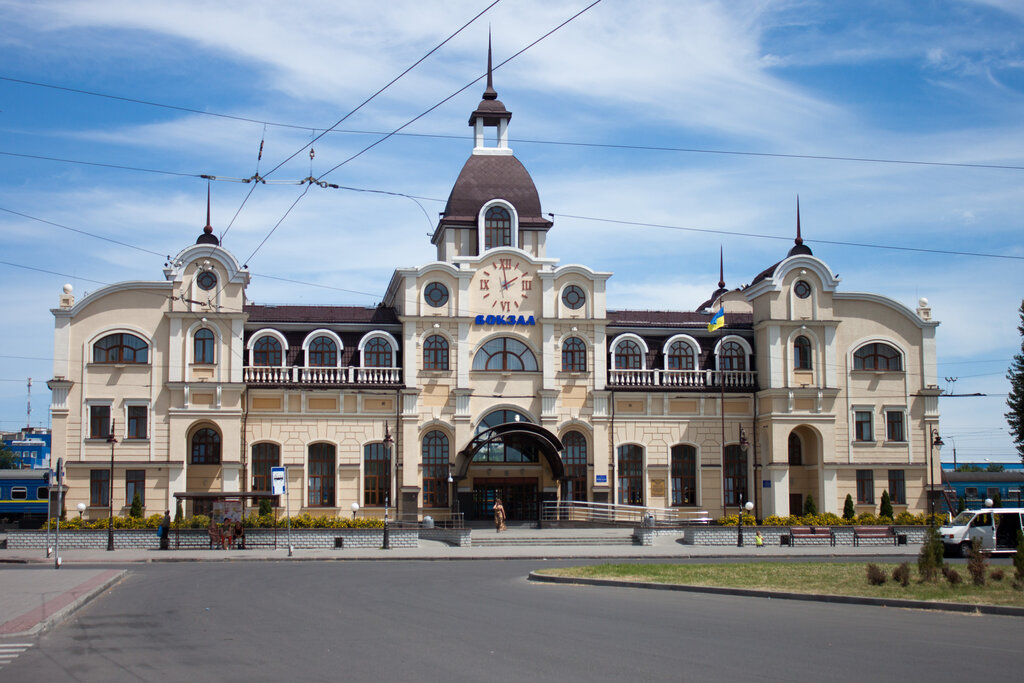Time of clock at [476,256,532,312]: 1:58
